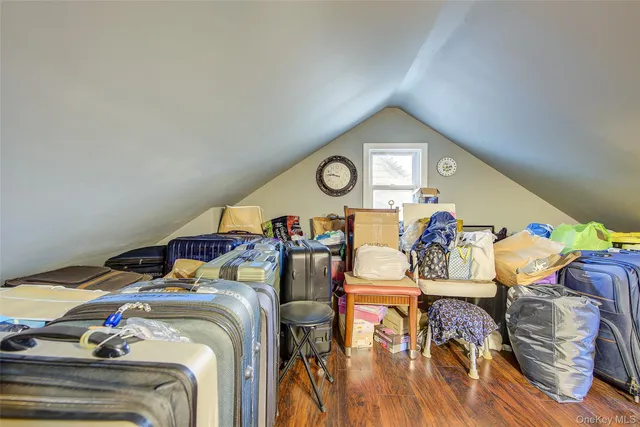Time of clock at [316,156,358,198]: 9:45
